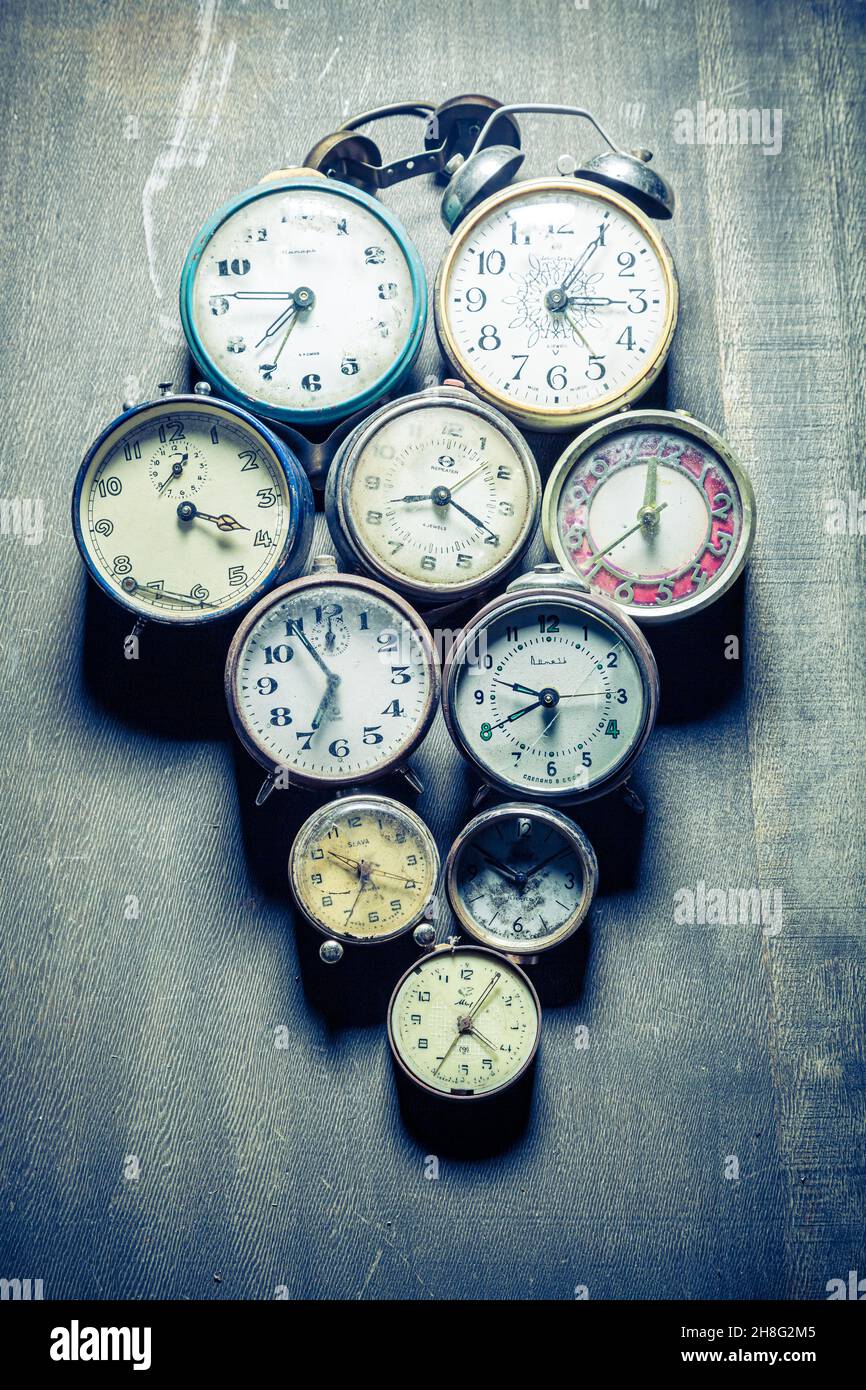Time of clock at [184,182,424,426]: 7:34
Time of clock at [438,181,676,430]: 3:05
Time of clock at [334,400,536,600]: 8:19
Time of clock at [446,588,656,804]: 9:40
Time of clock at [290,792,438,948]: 6:50
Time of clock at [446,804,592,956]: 10:08
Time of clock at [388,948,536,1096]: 4:05
